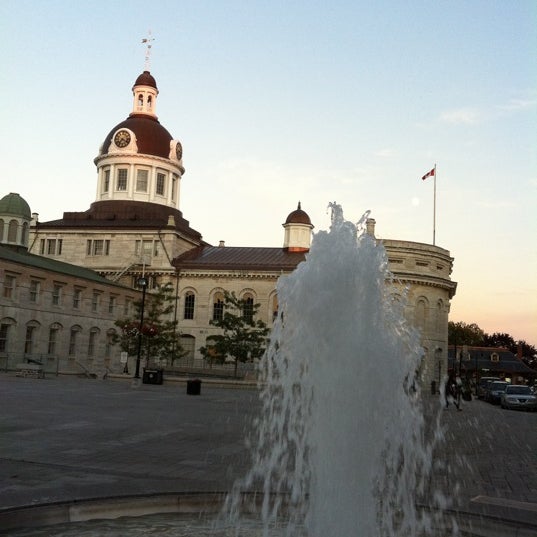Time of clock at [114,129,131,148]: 7:20
